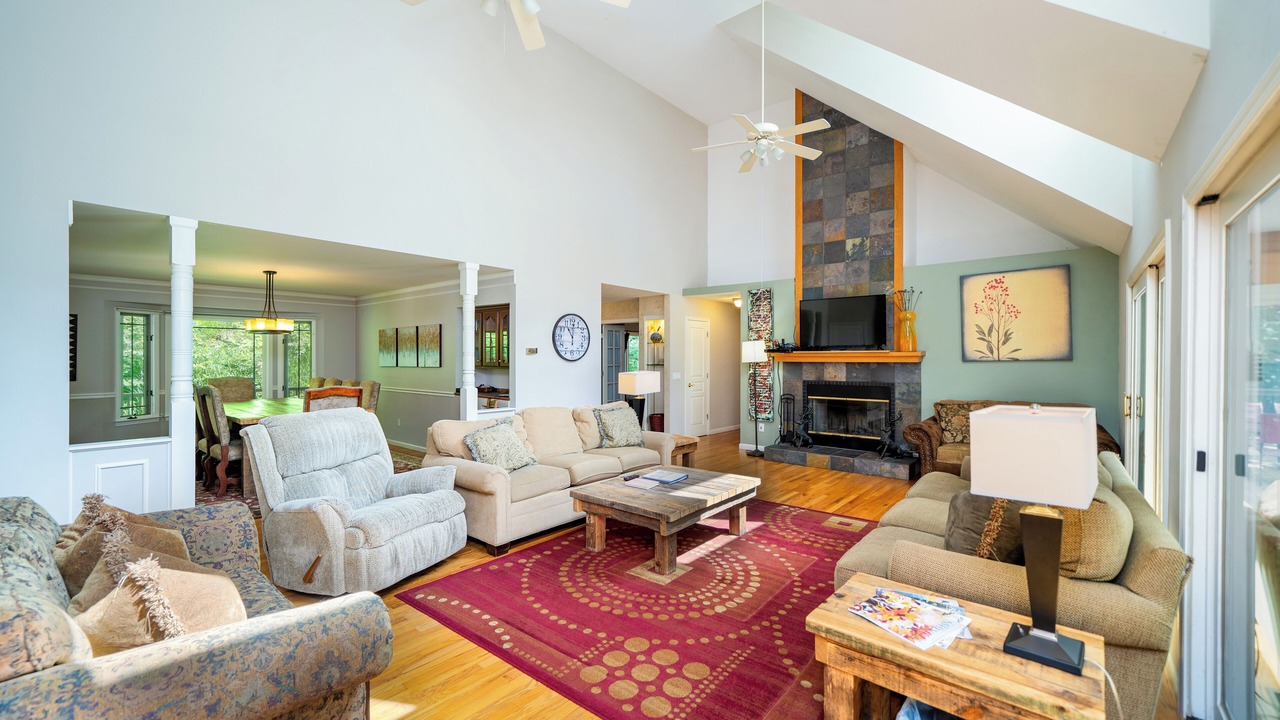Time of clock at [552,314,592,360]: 11:00
